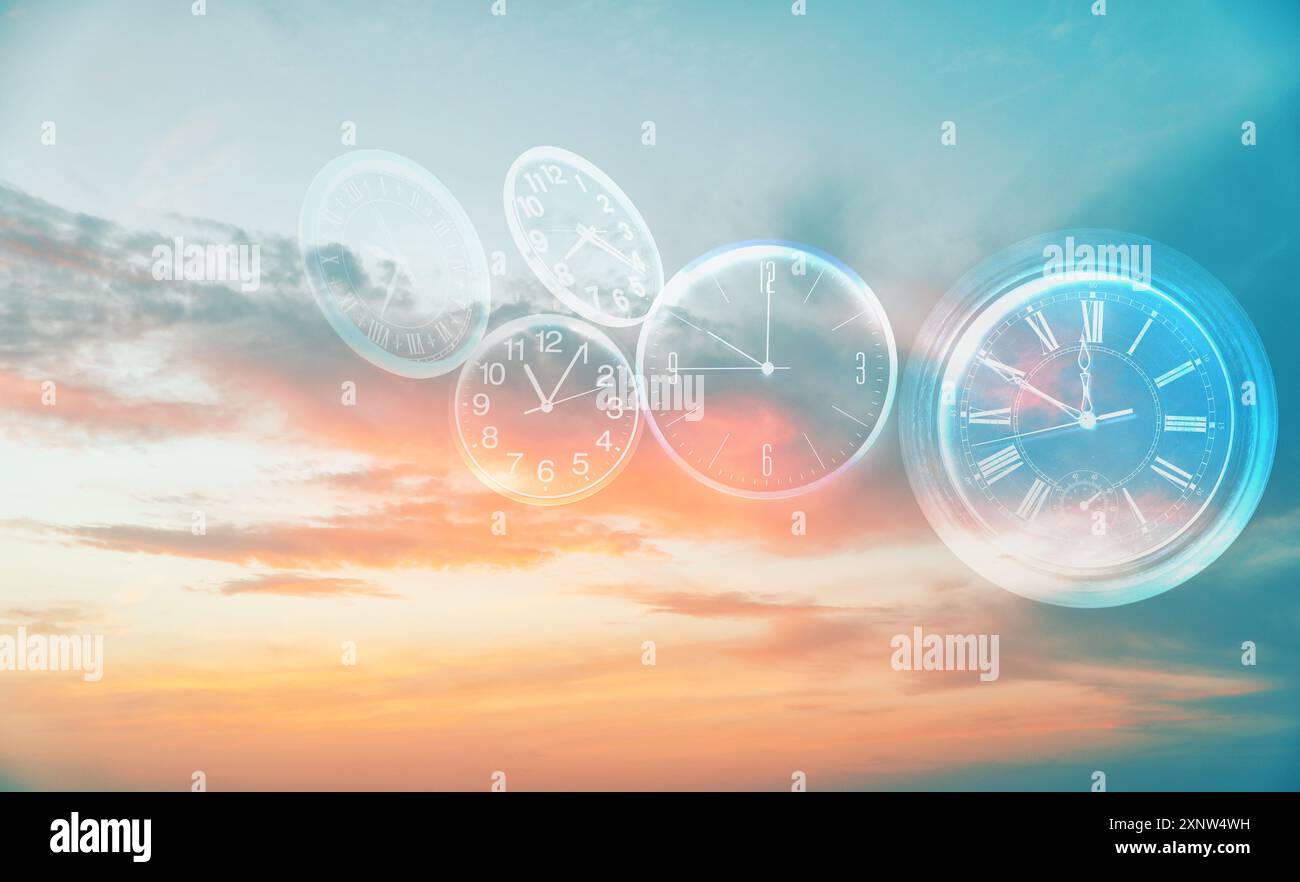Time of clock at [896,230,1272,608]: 11:49
